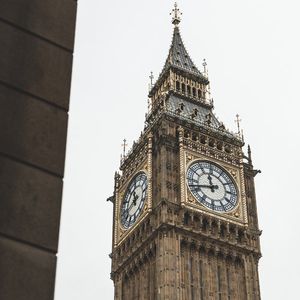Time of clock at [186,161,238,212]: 11:42
